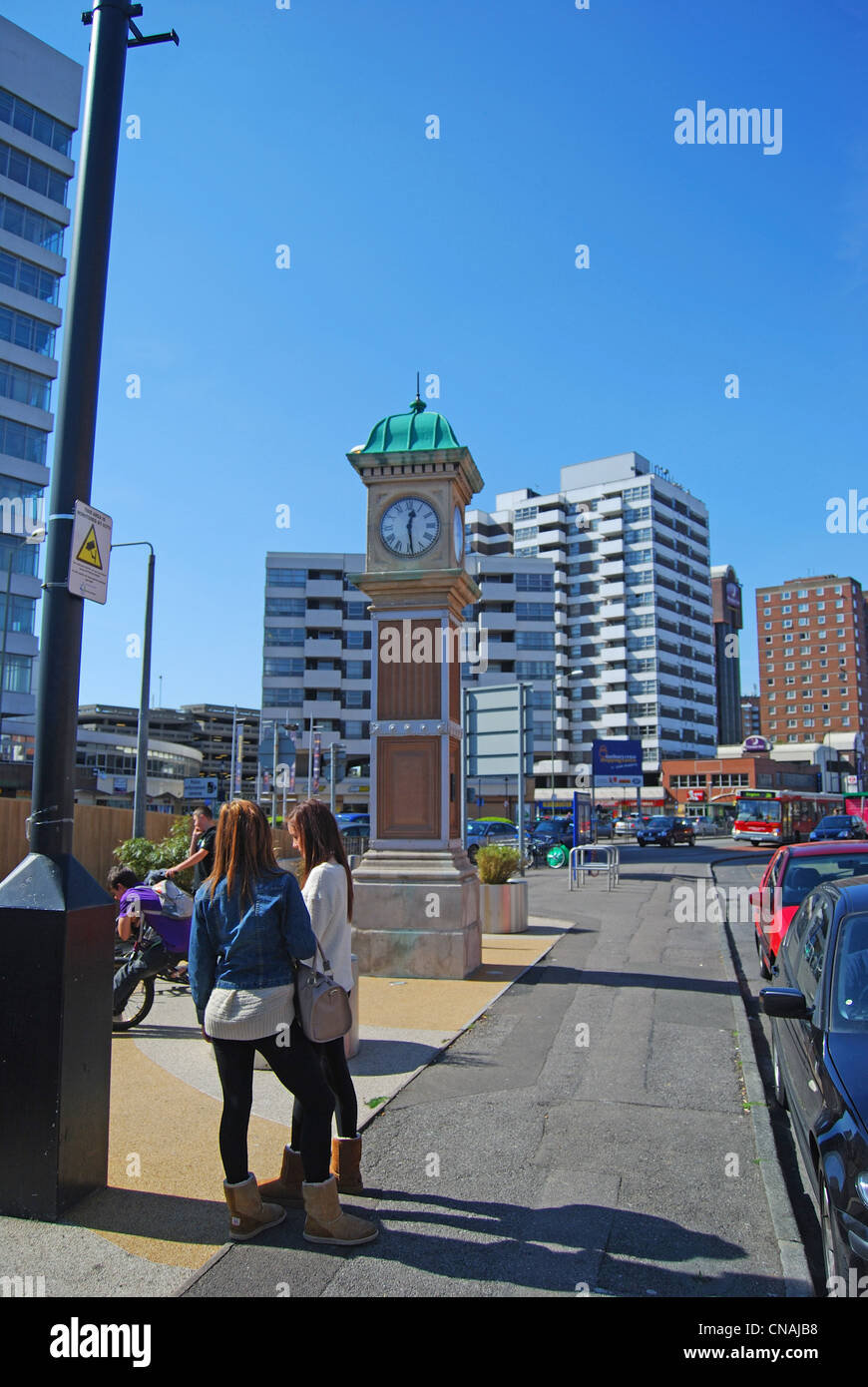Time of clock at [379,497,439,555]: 12:28
